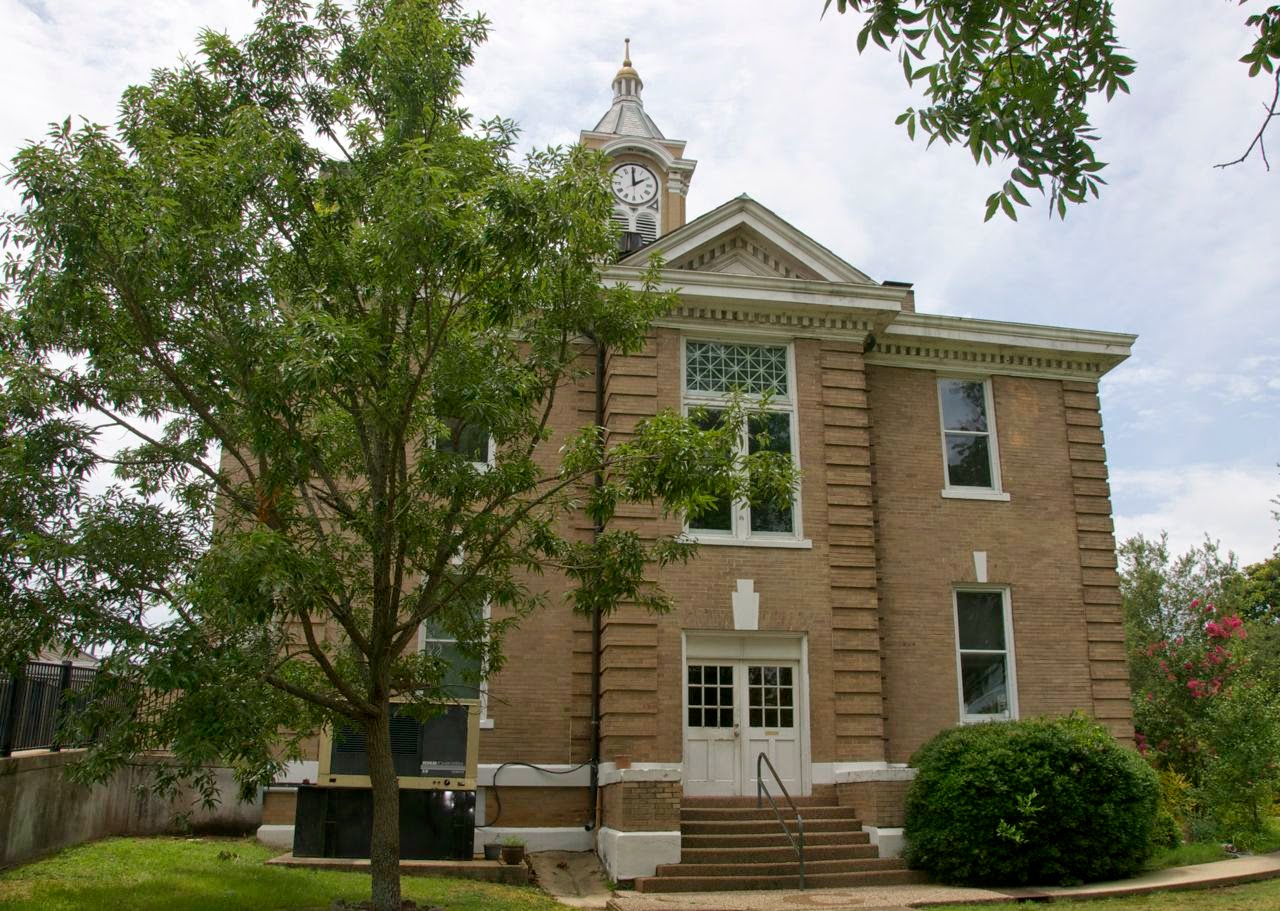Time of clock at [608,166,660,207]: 1:59
